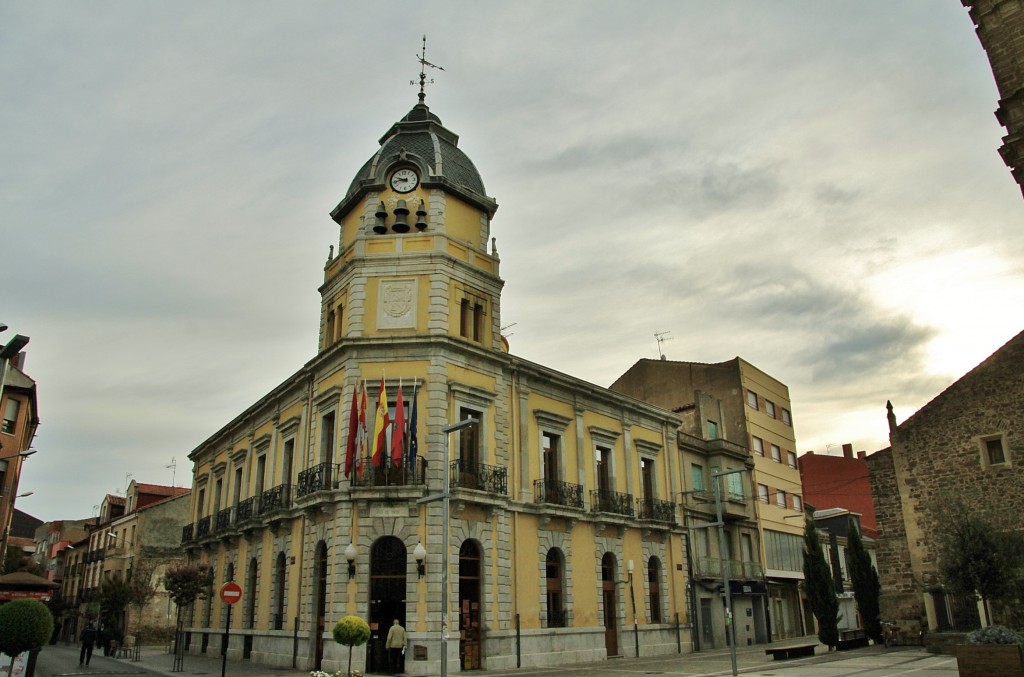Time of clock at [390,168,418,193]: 9:43
